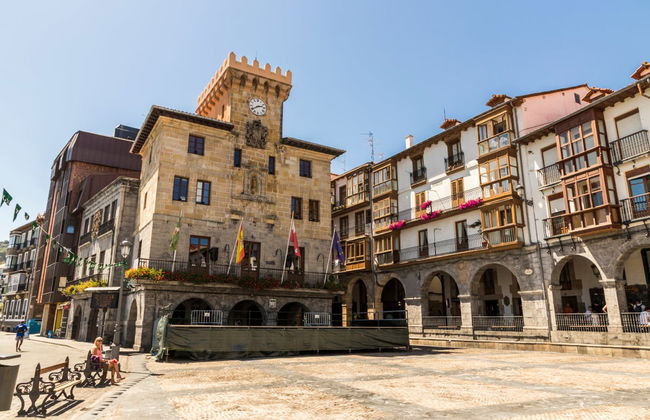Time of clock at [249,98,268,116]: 2:40
